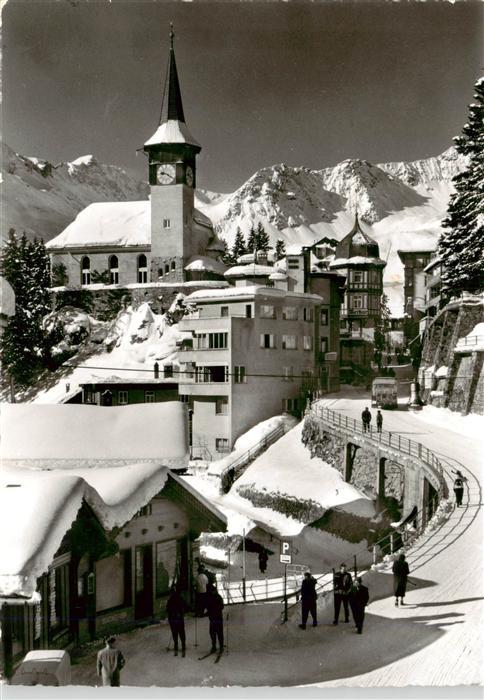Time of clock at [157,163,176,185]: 9:20
